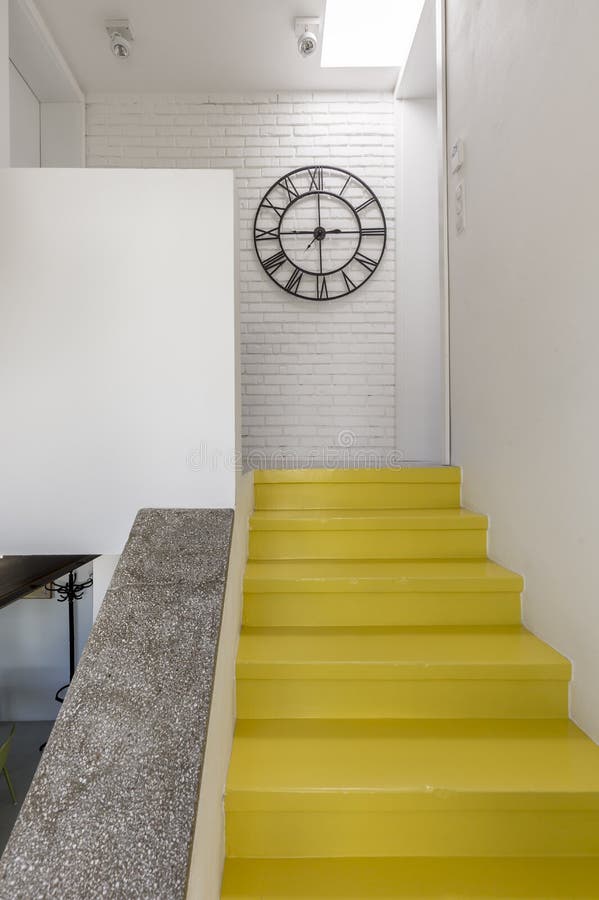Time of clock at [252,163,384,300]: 2:45
